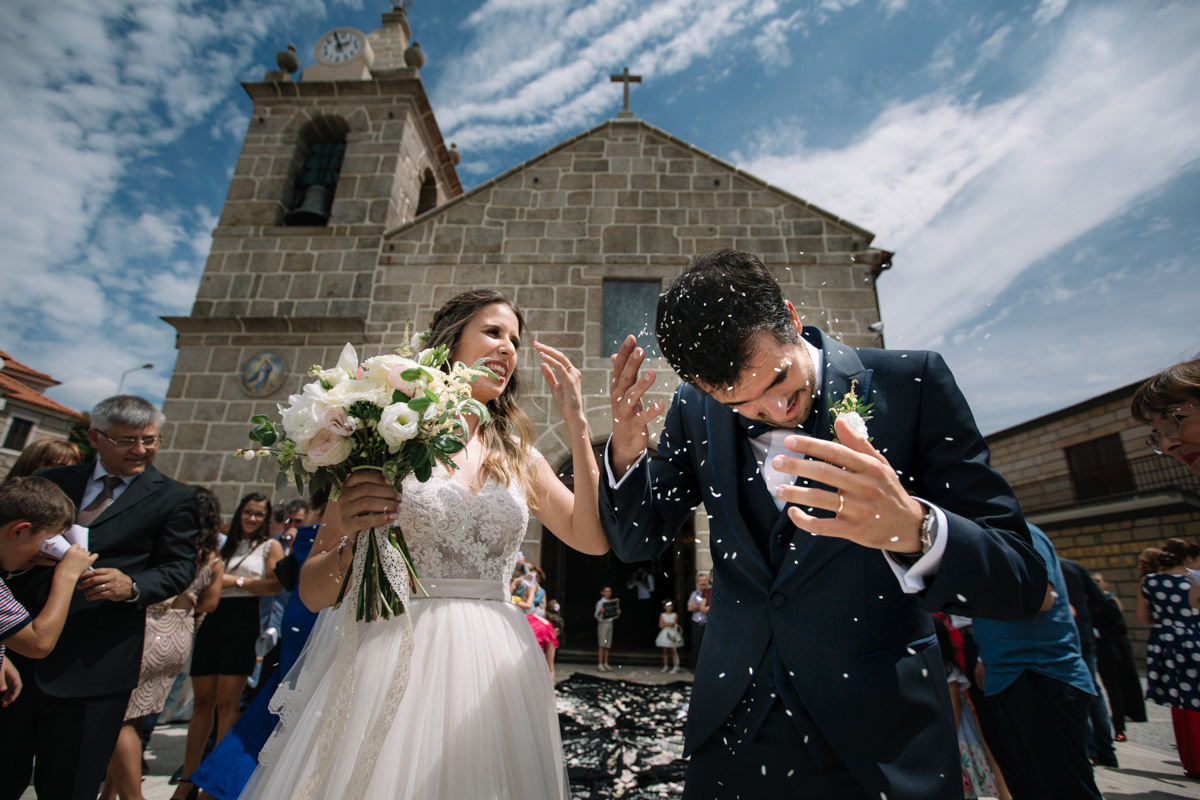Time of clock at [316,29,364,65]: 1:56
